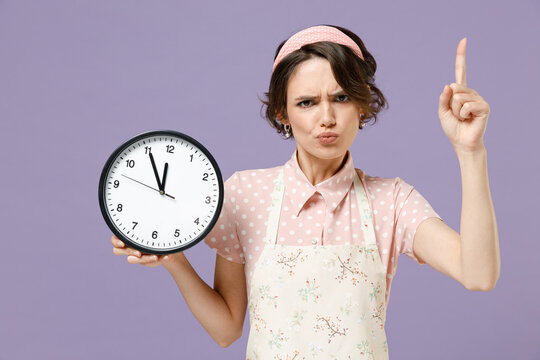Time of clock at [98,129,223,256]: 11:55
